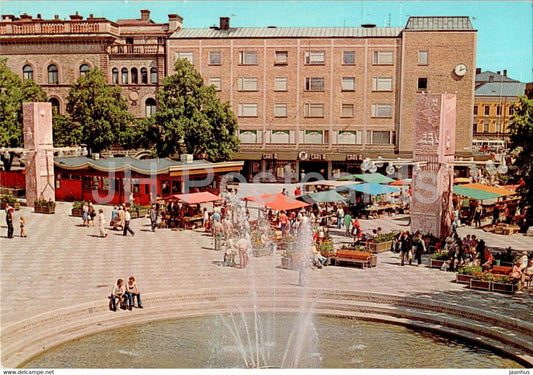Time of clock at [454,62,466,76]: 12:12
